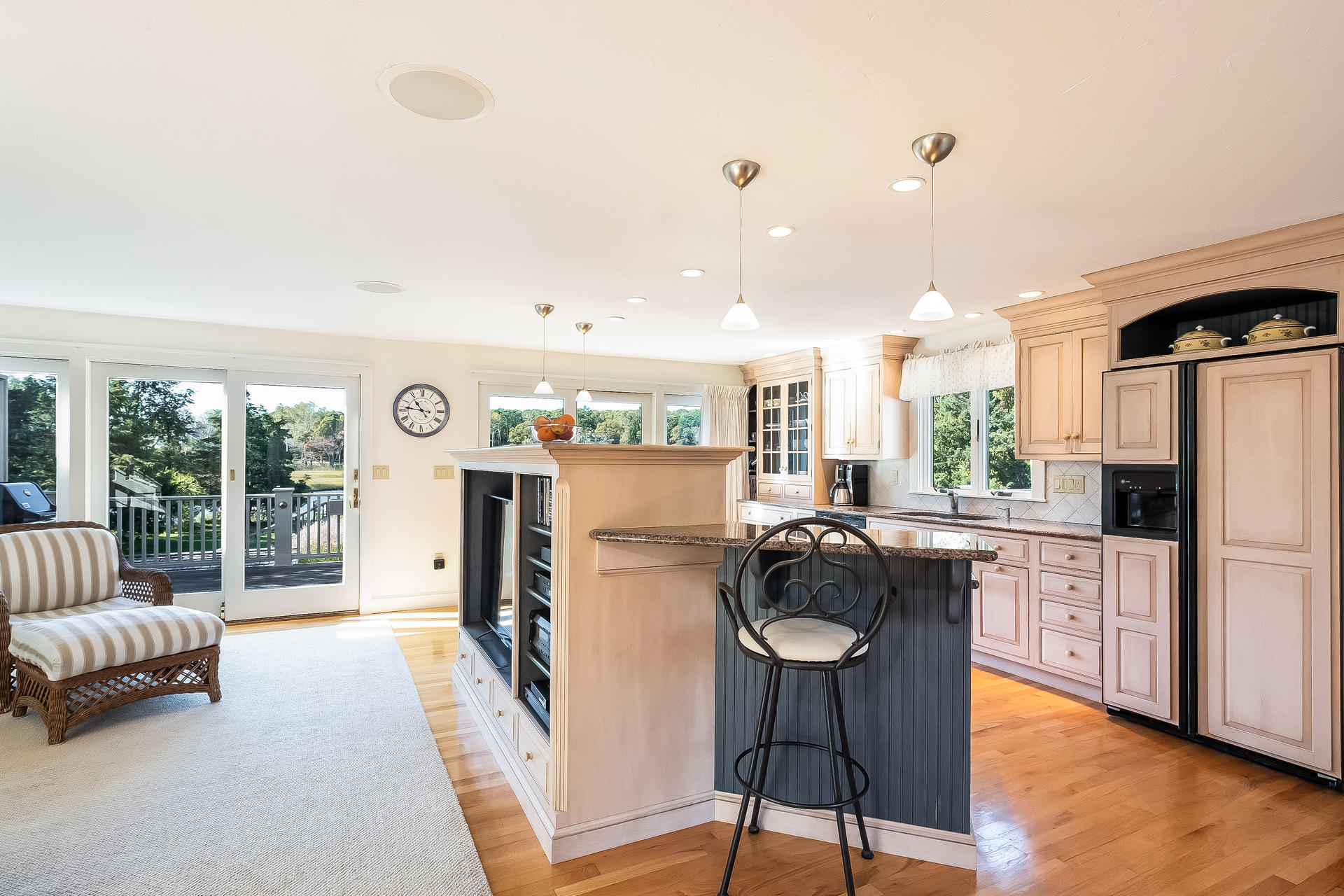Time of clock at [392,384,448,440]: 10:46
